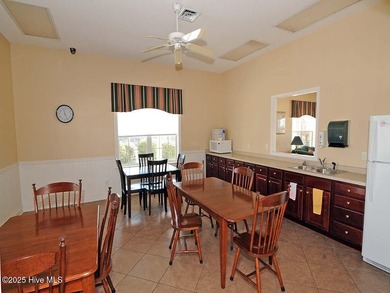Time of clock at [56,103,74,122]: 11:25
